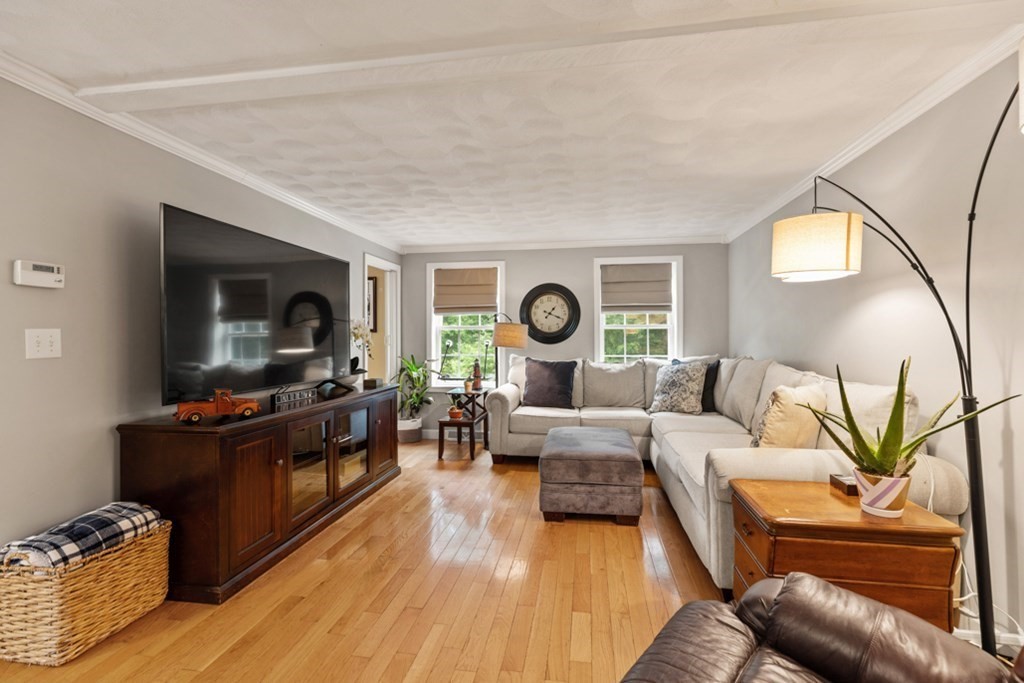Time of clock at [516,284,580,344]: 1:18
